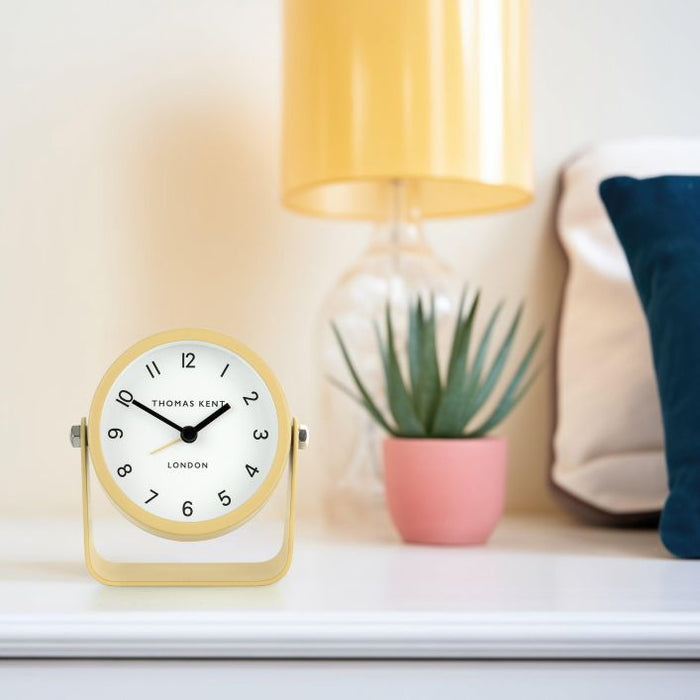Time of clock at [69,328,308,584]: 1:50
